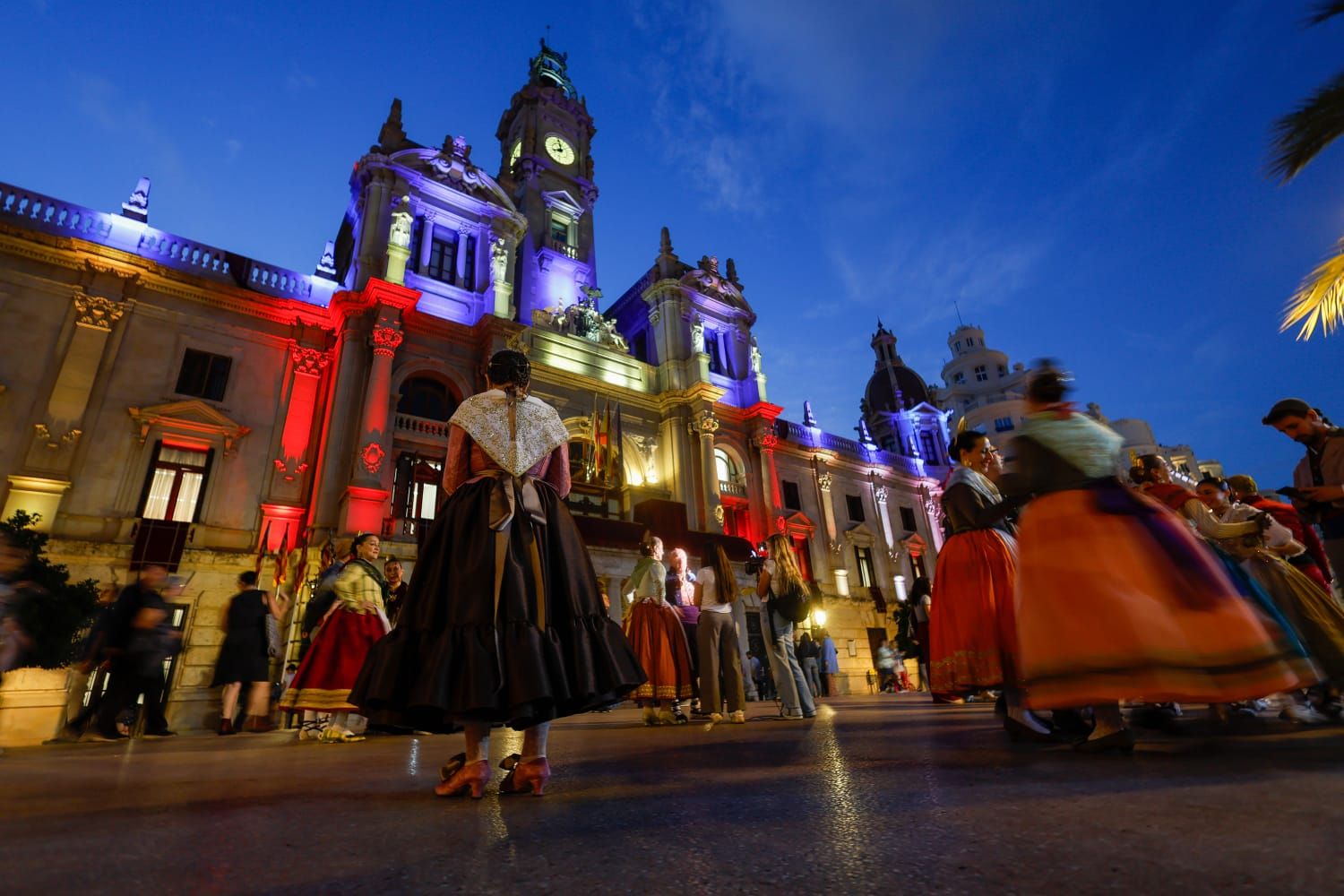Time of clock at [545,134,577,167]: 8:01
